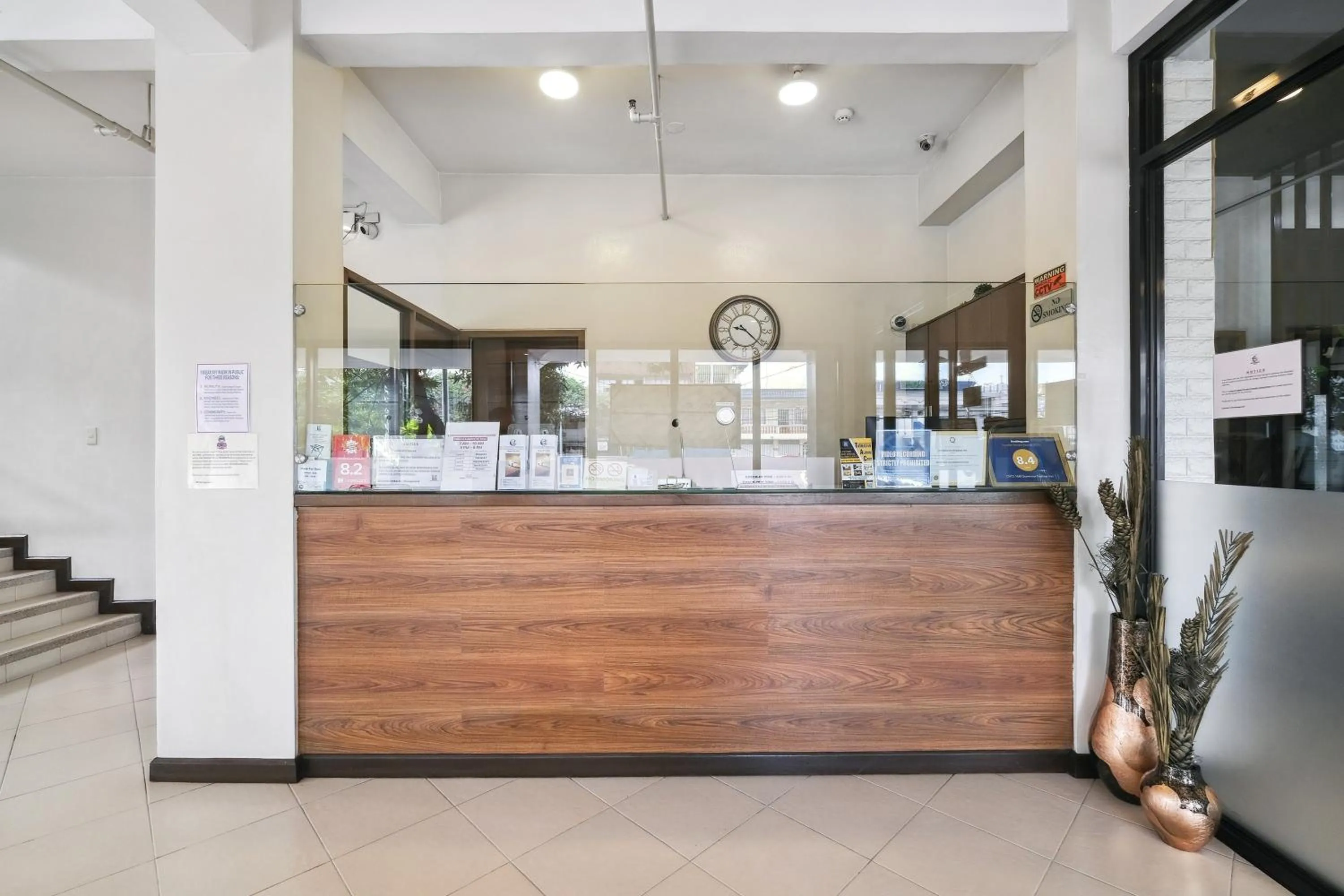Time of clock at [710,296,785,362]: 9:21
